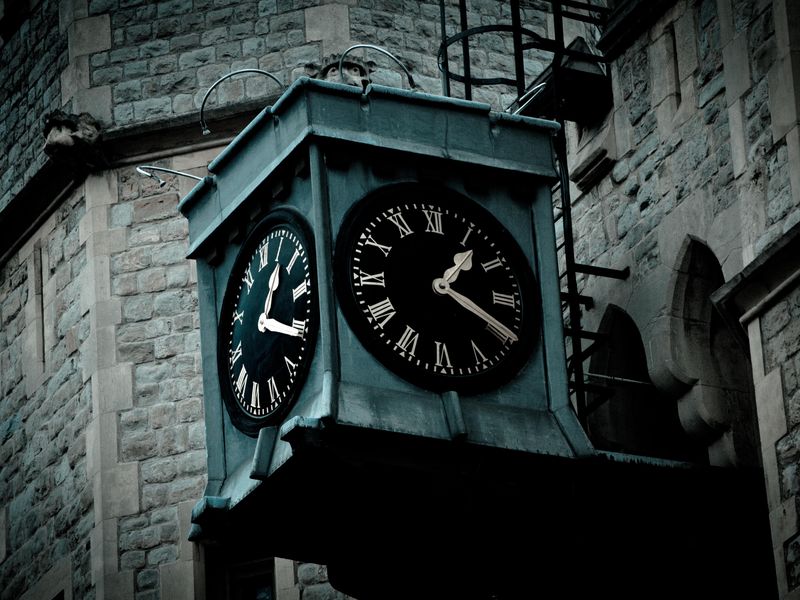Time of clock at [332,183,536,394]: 1:19
